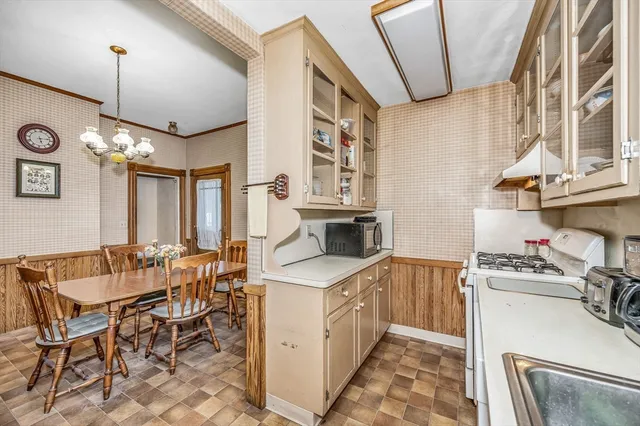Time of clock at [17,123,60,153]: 5:14
